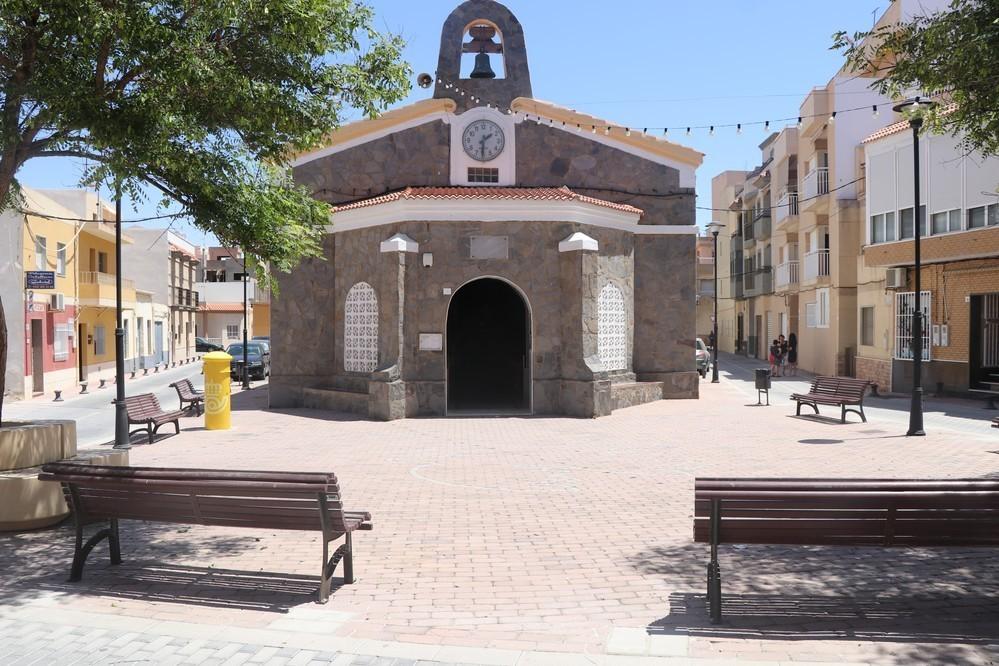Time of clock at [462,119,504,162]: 1:30
